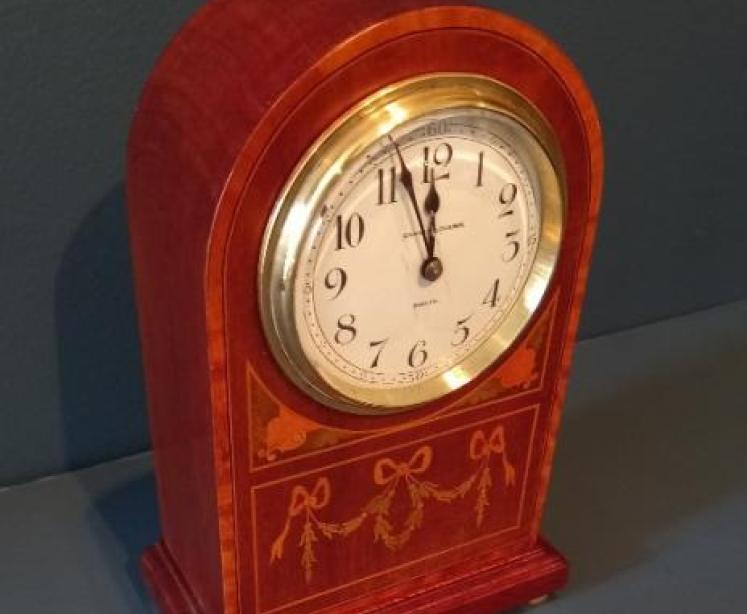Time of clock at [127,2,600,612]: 11:56
